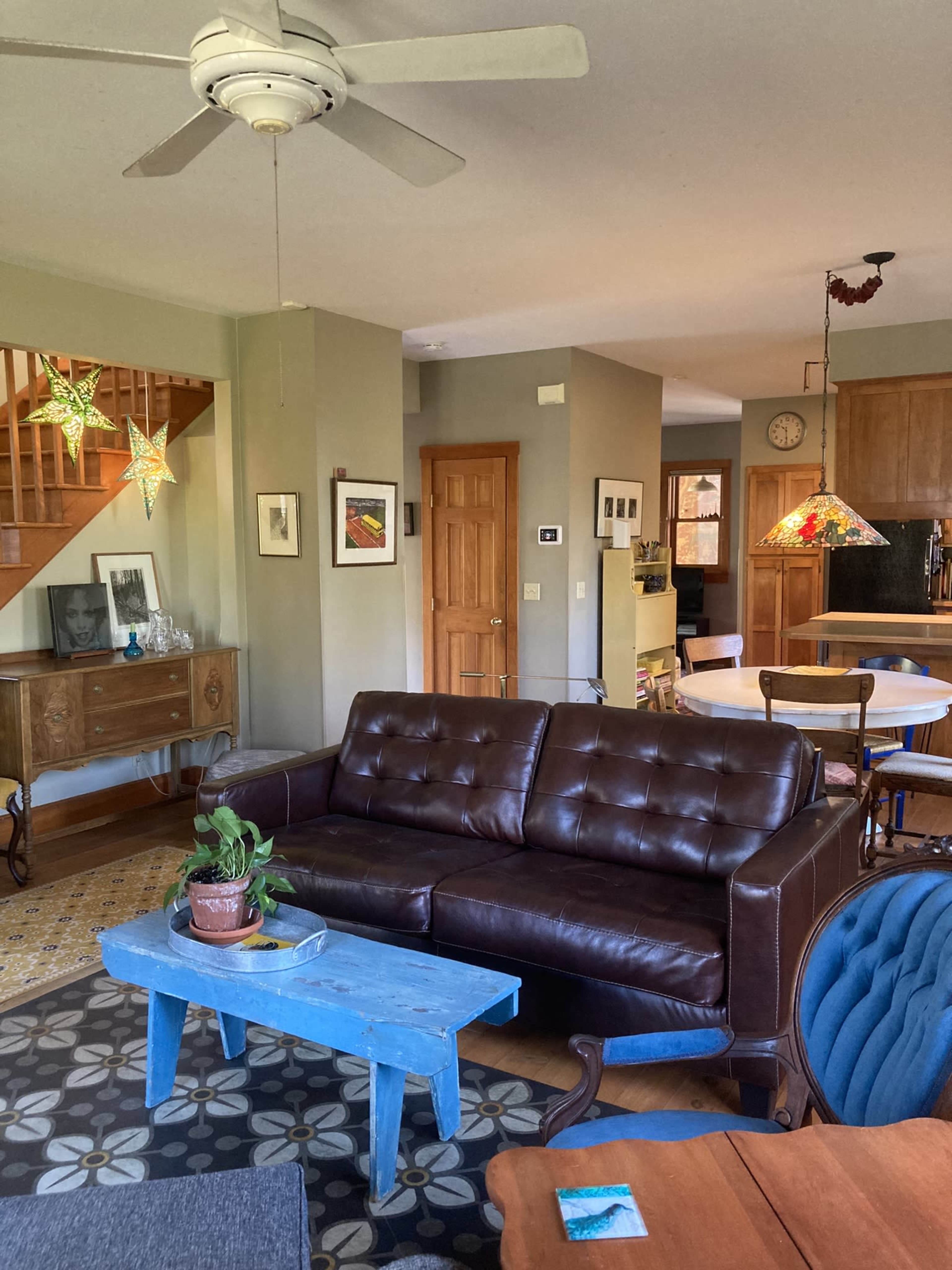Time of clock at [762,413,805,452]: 10:29
